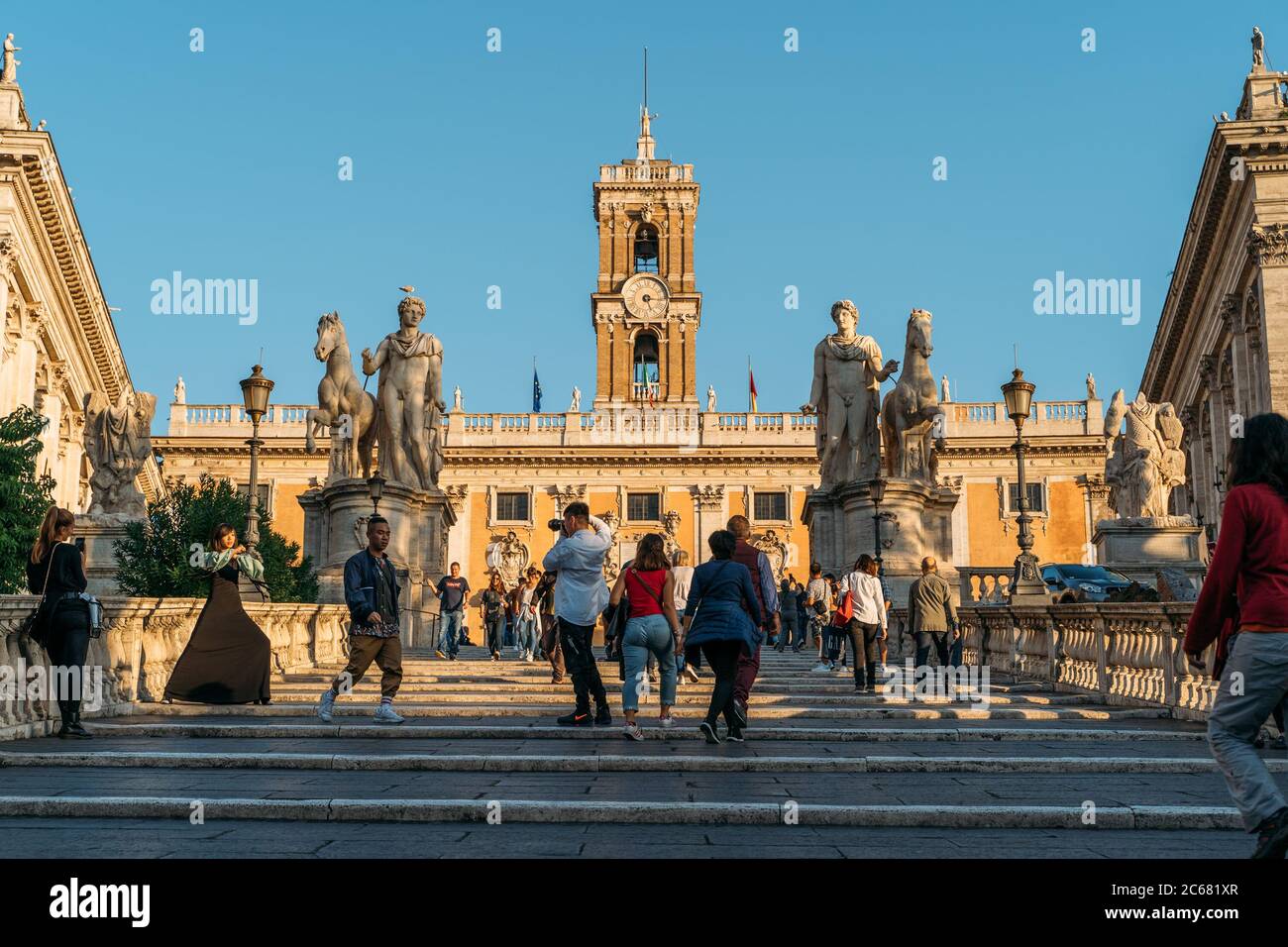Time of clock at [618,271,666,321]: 5:15
